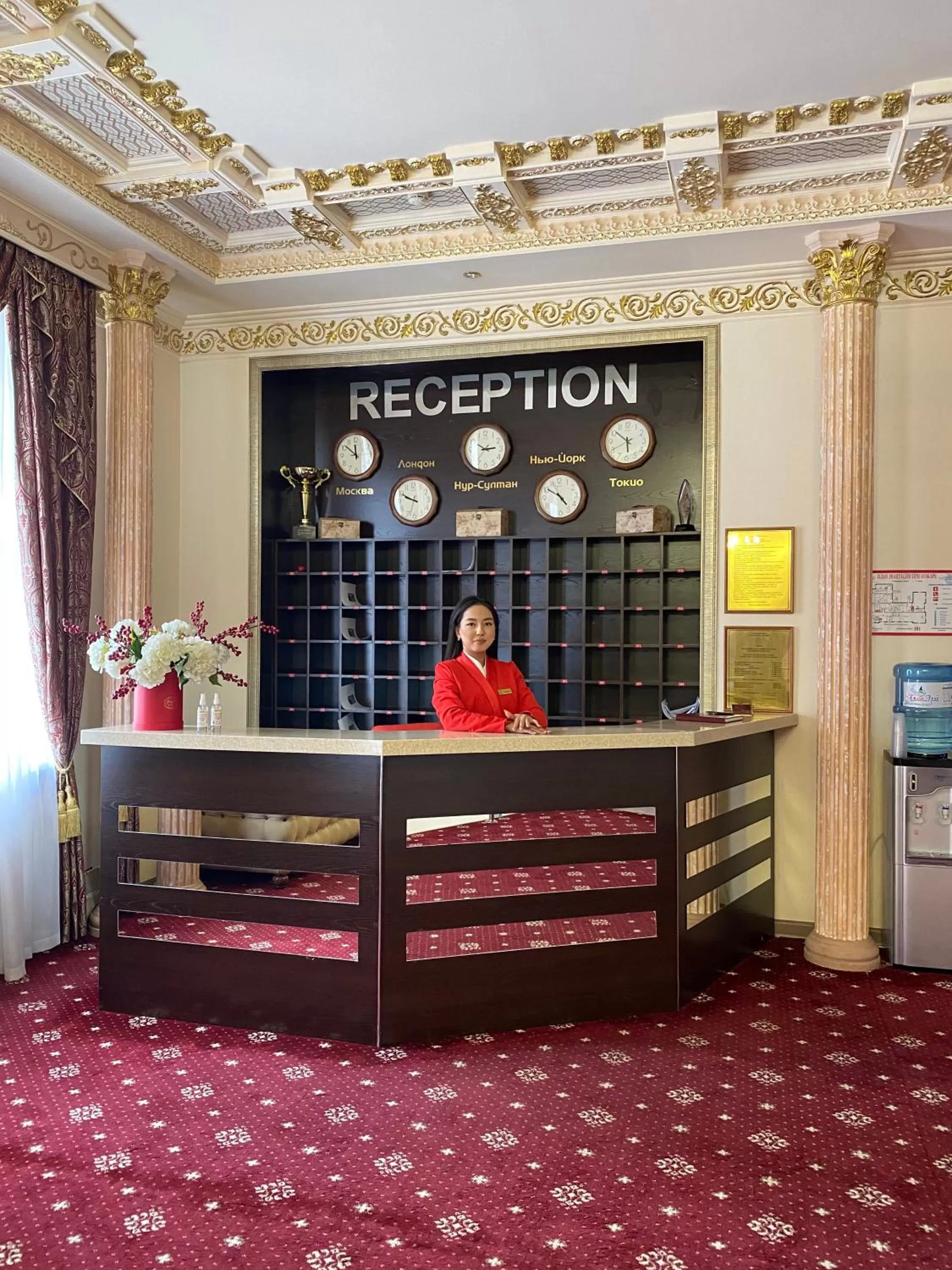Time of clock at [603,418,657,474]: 5:51
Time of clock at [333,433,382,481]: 11:51
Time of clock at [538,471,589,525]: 4:50
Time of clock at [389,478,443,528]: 9:49
